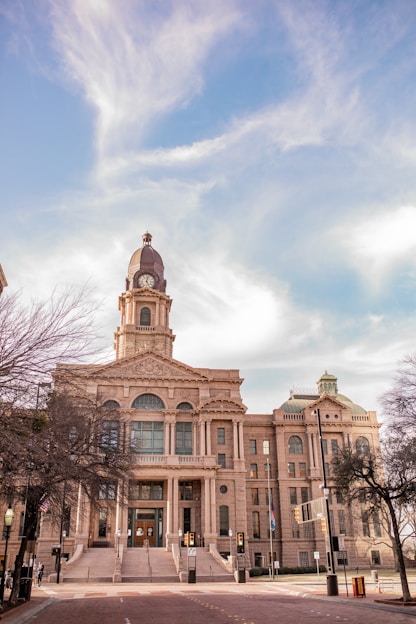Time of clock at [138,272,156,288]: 5:02
